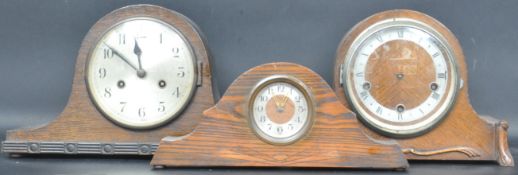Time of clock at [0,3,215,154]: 11:51
